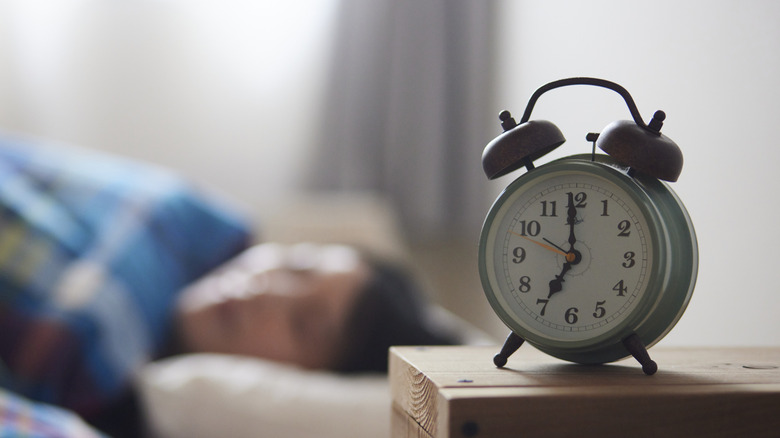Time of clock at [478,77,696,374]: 6:59
